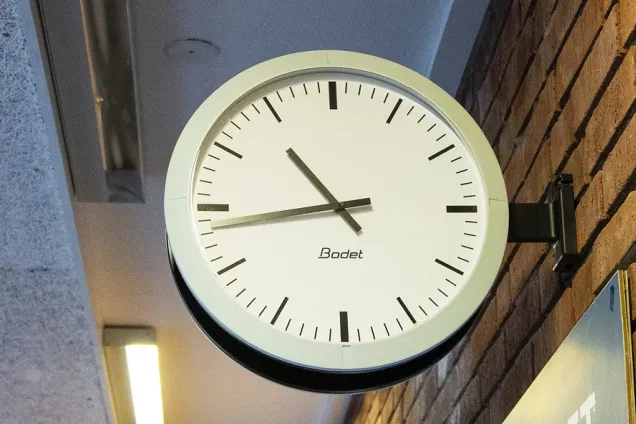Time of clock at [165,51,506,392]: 10:43
